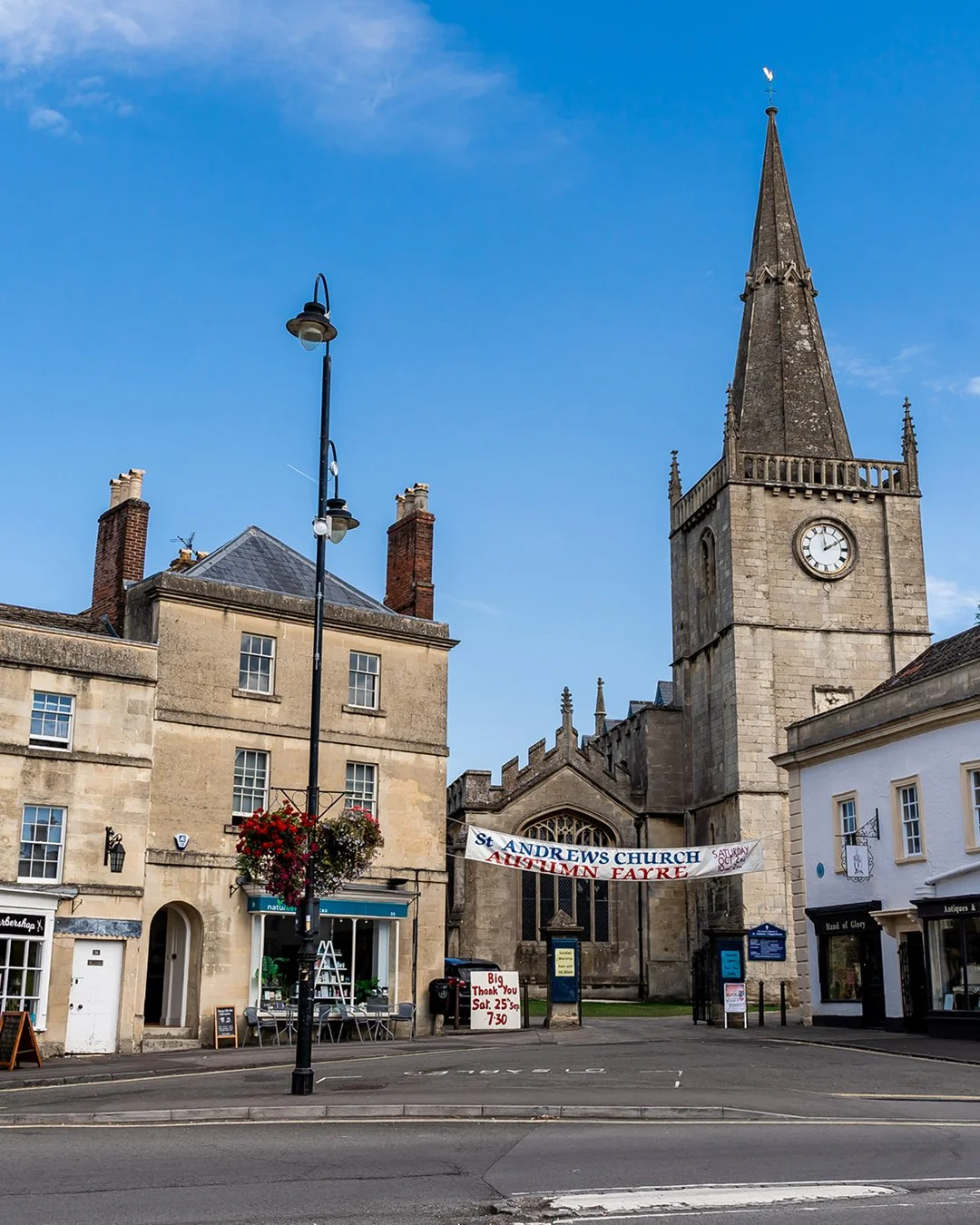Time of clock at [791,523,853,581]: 1:59
